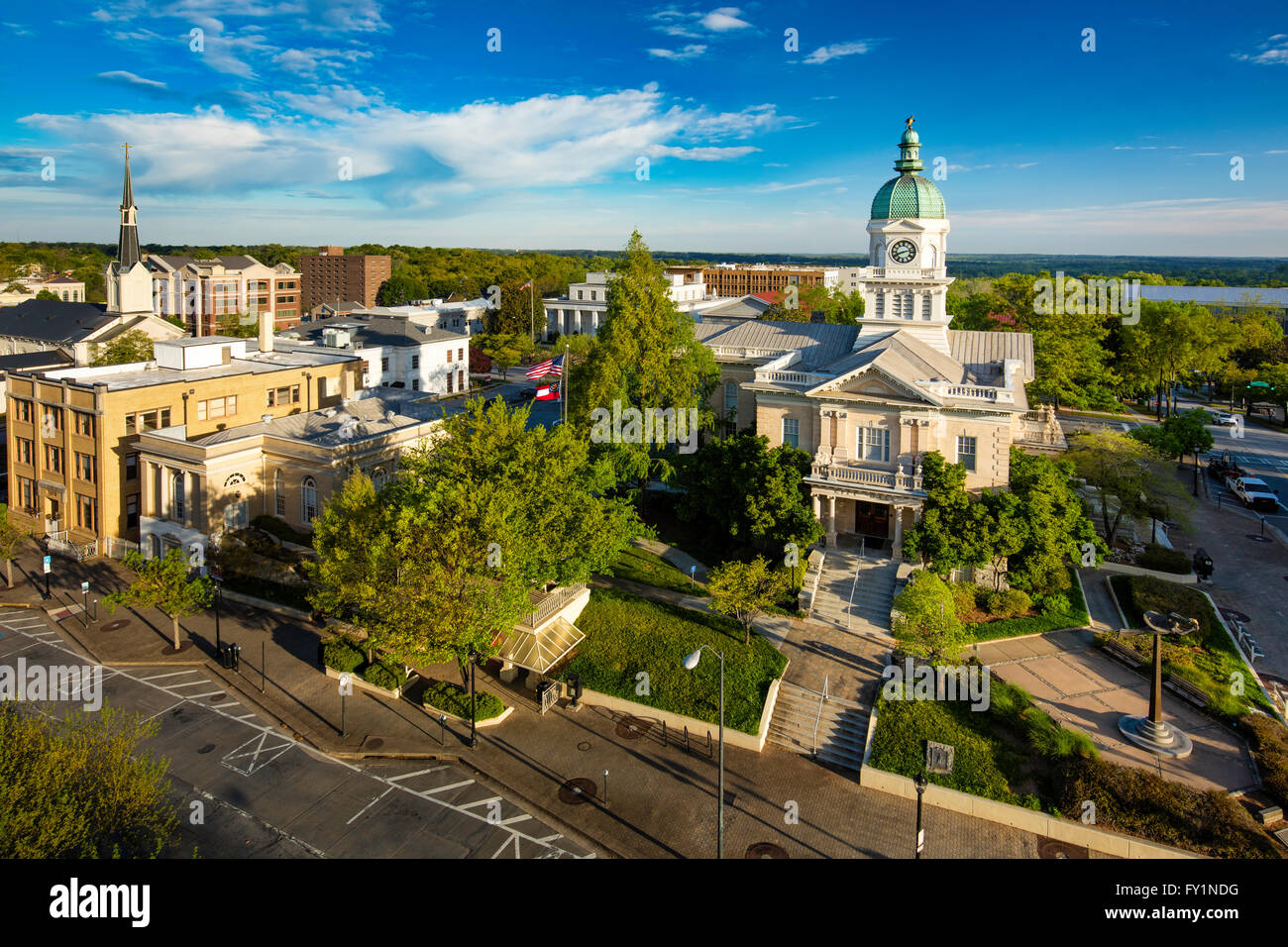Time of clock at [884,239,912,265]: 8:12
